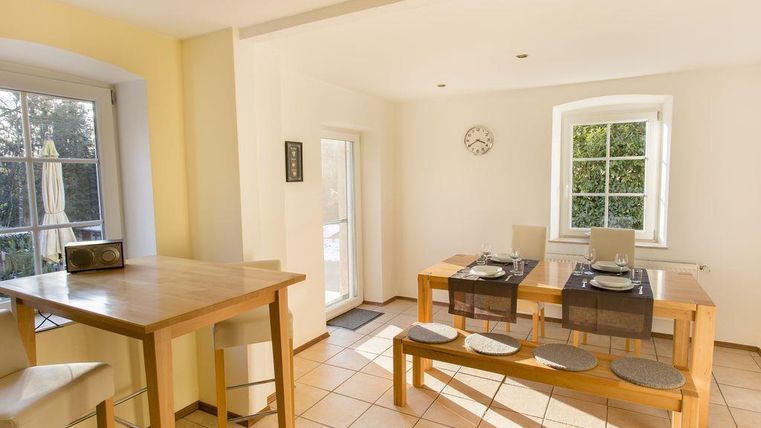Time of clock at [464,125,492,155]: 3:40
